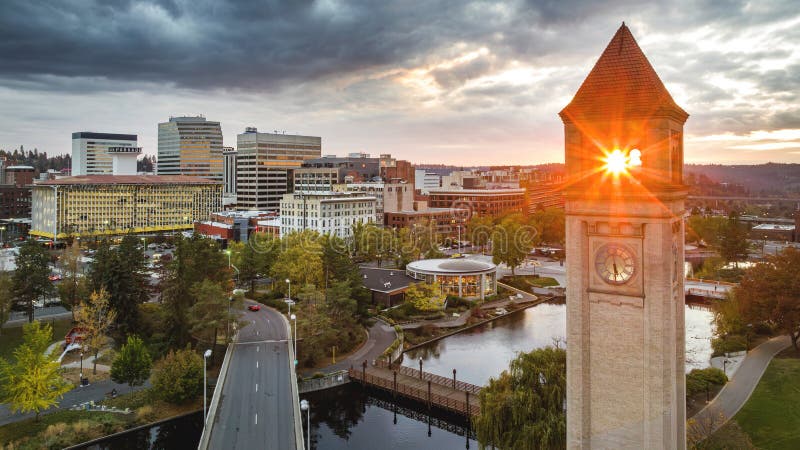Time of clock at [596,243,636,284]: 5:29
